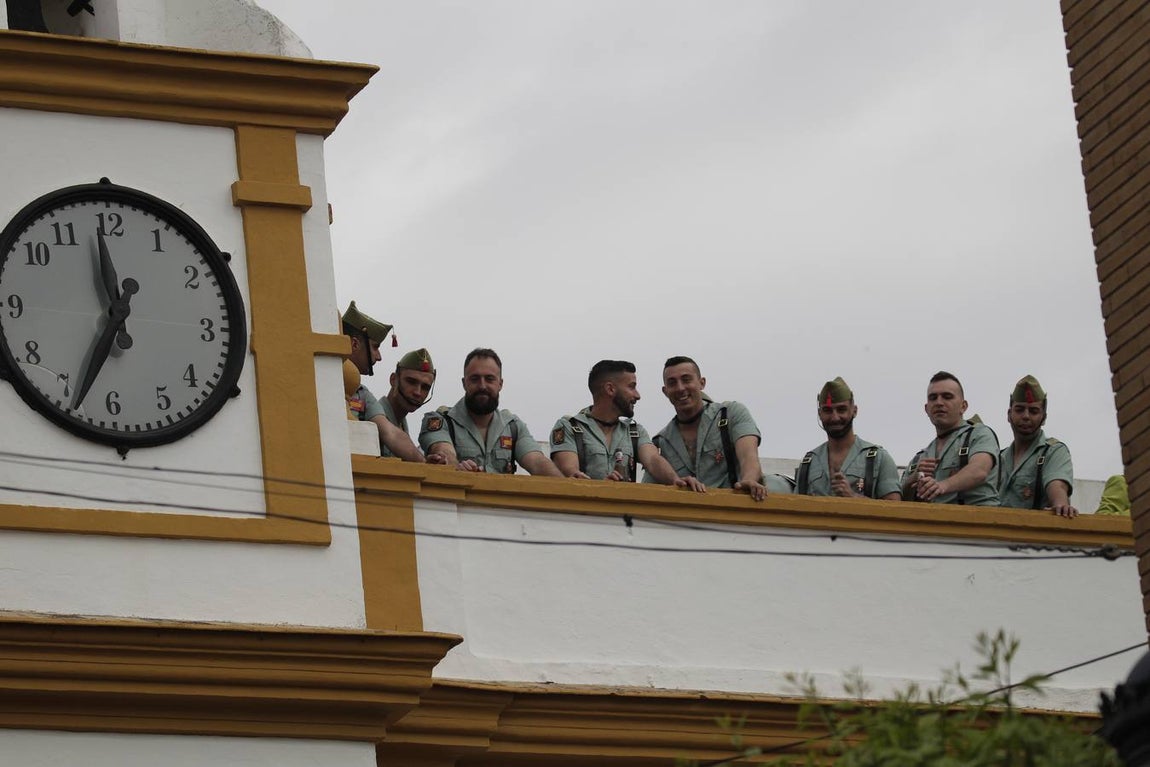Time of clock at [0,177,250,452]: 11:33
